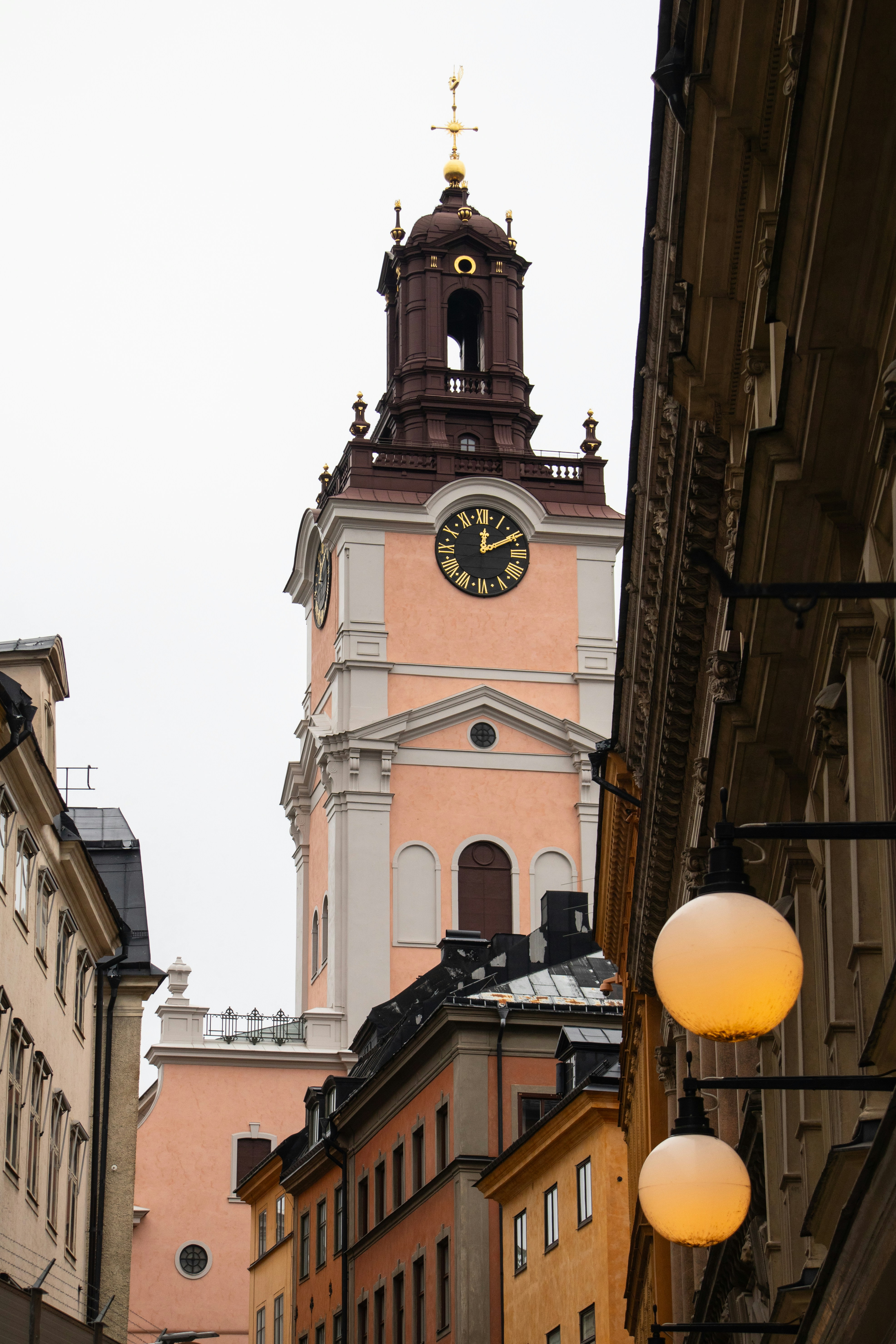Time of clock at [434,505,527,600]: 12:10
